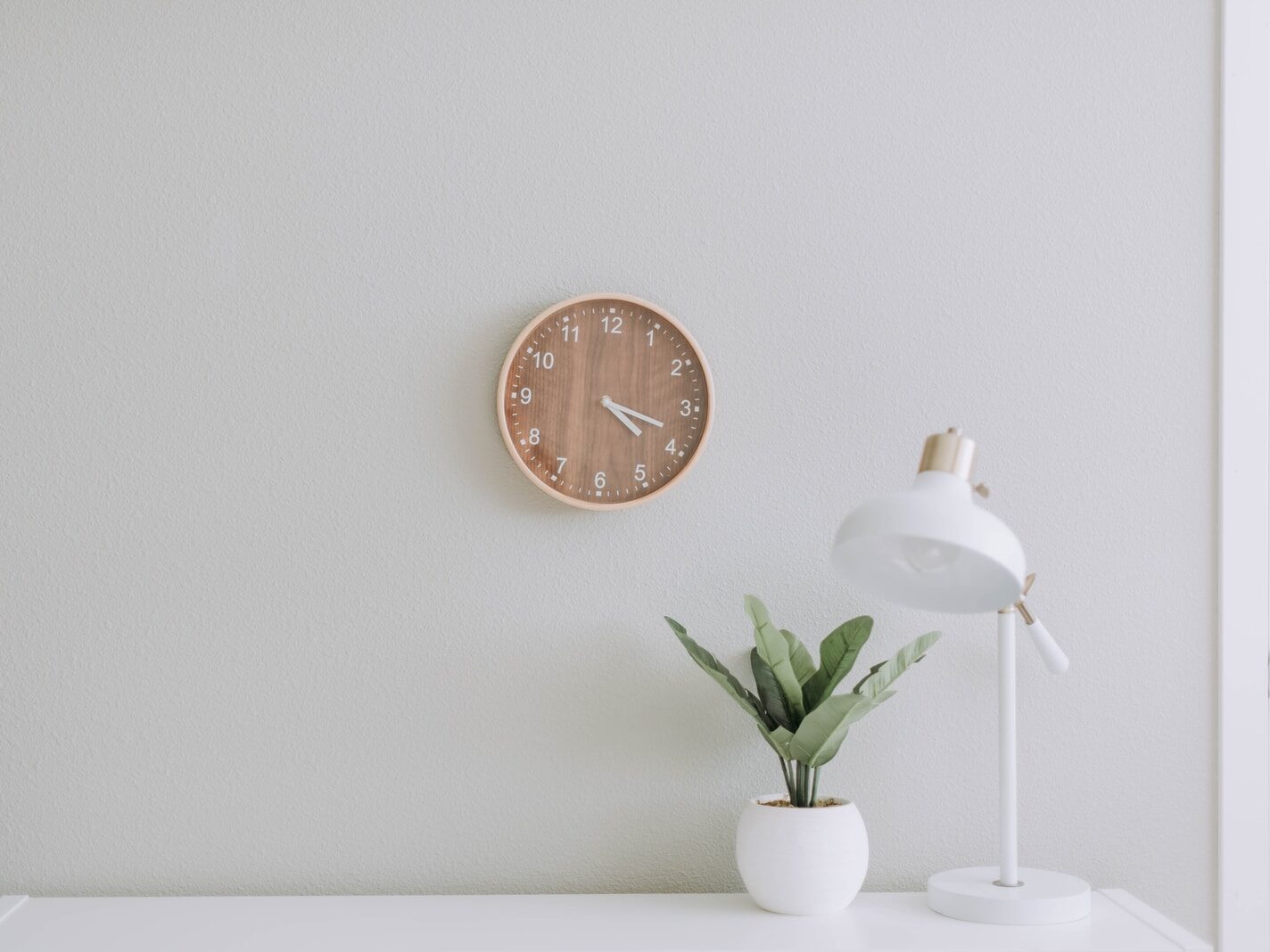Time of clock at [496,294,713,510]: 4:18
